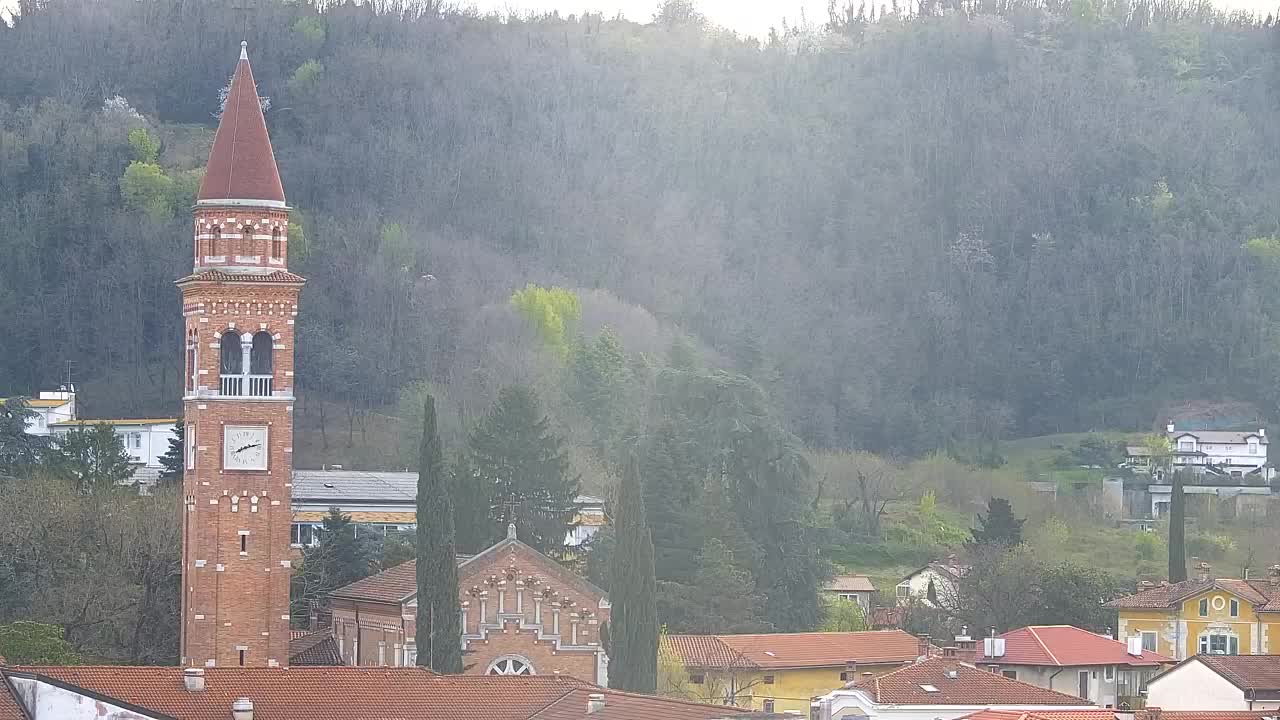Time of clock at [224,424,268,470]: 8:12
